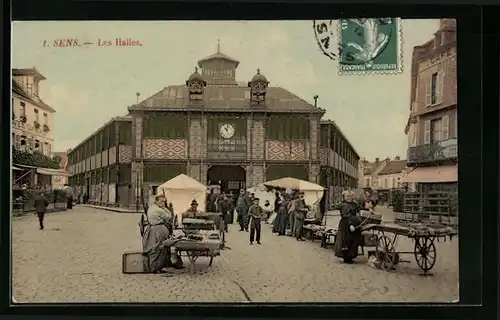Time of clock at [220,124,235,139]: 11:02
